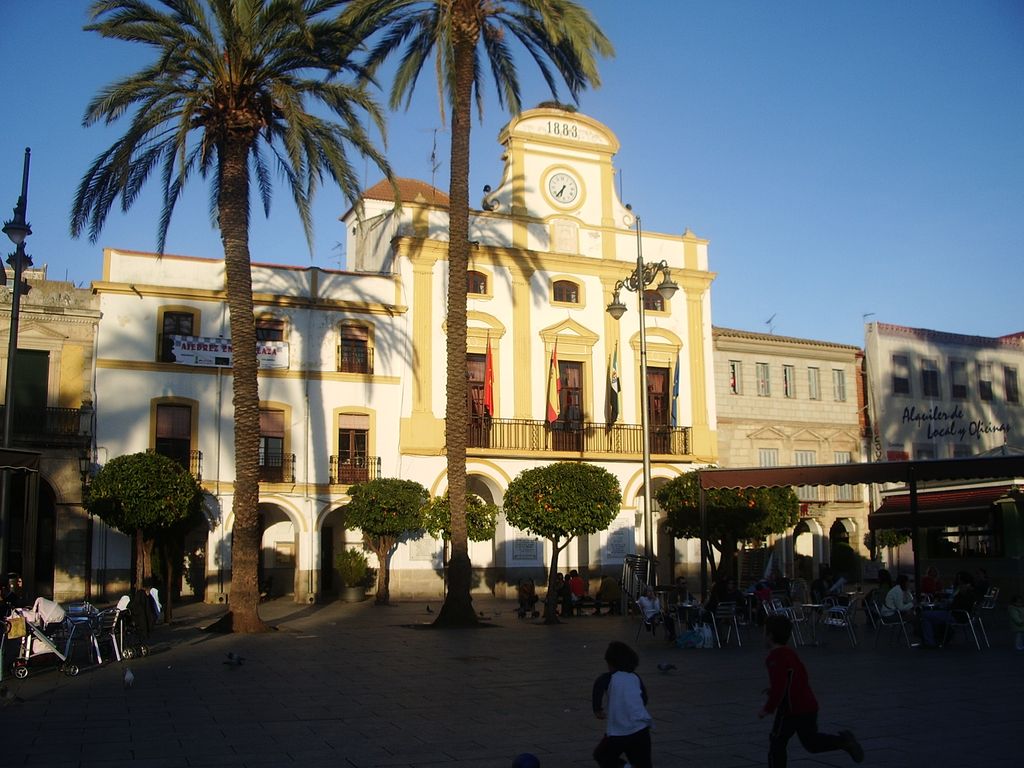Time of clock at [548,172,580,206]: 6:36
